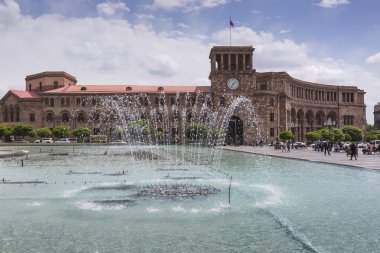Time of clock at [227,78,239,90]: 7:07
